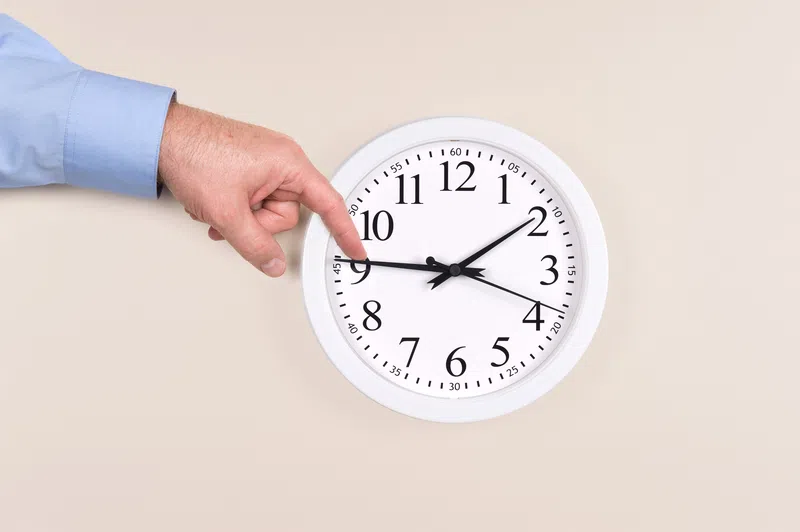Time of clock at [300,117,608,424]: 1:46
